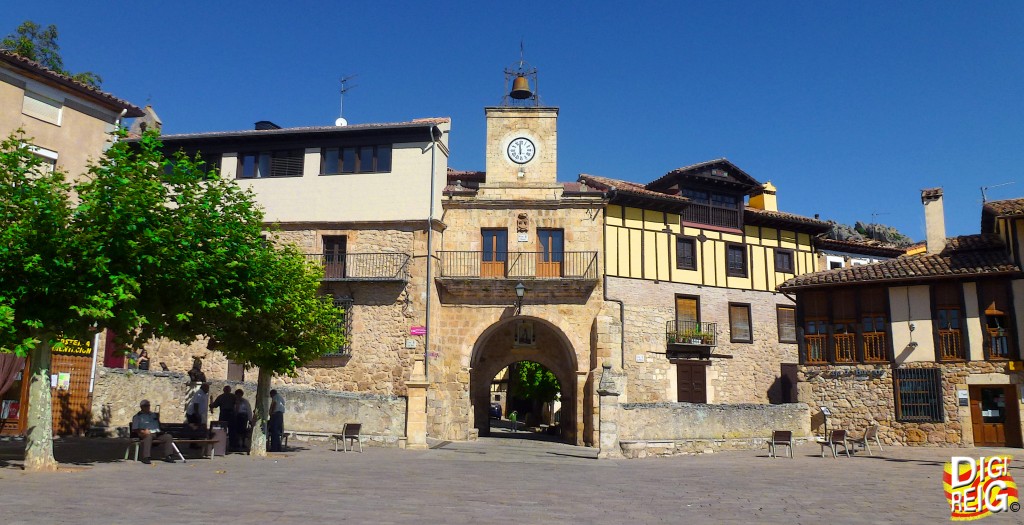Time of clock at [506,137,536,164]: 5:59
